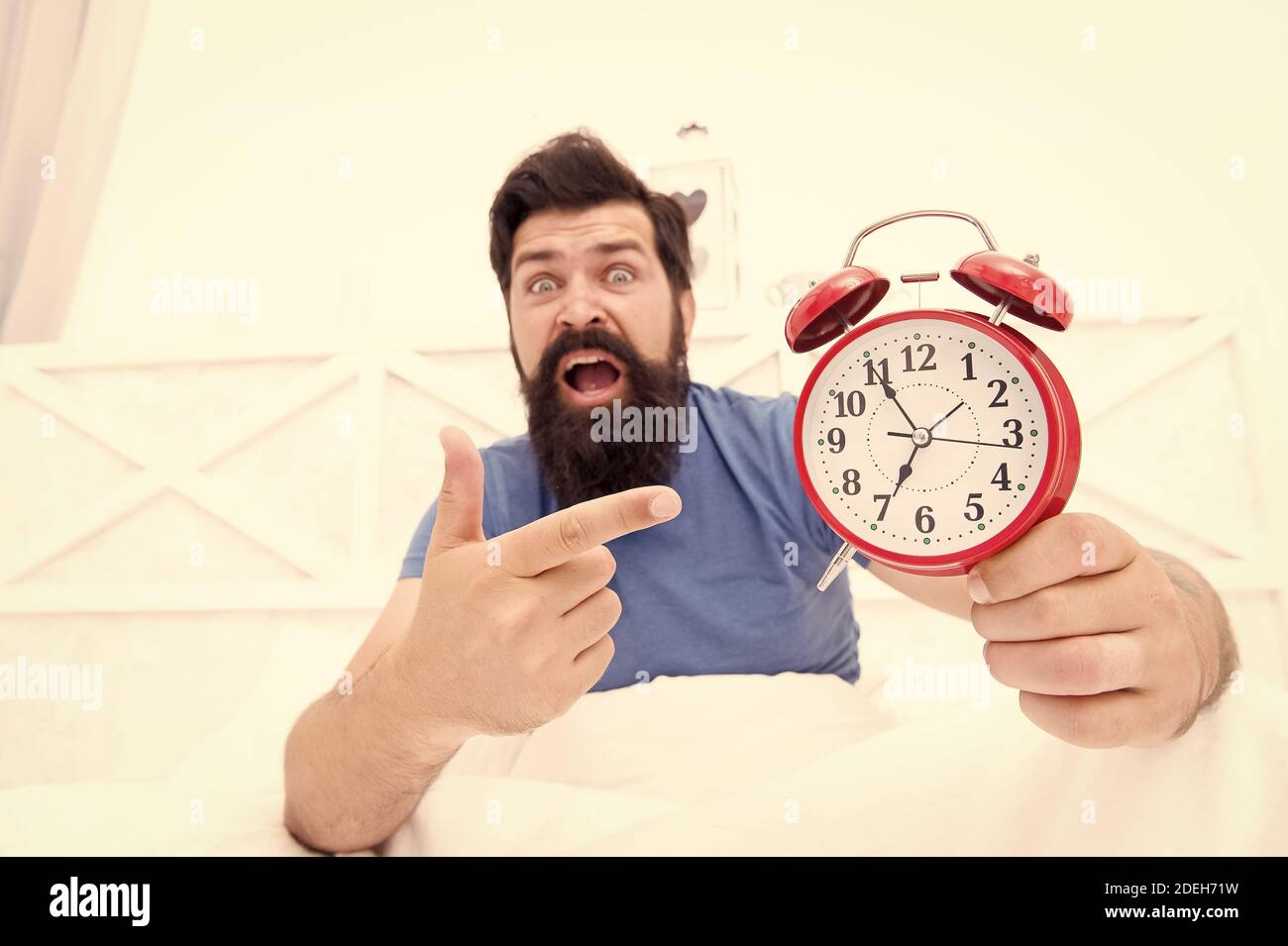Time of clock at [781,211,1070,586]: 6:55
